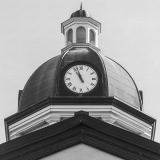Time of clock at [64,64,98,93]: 10:56
